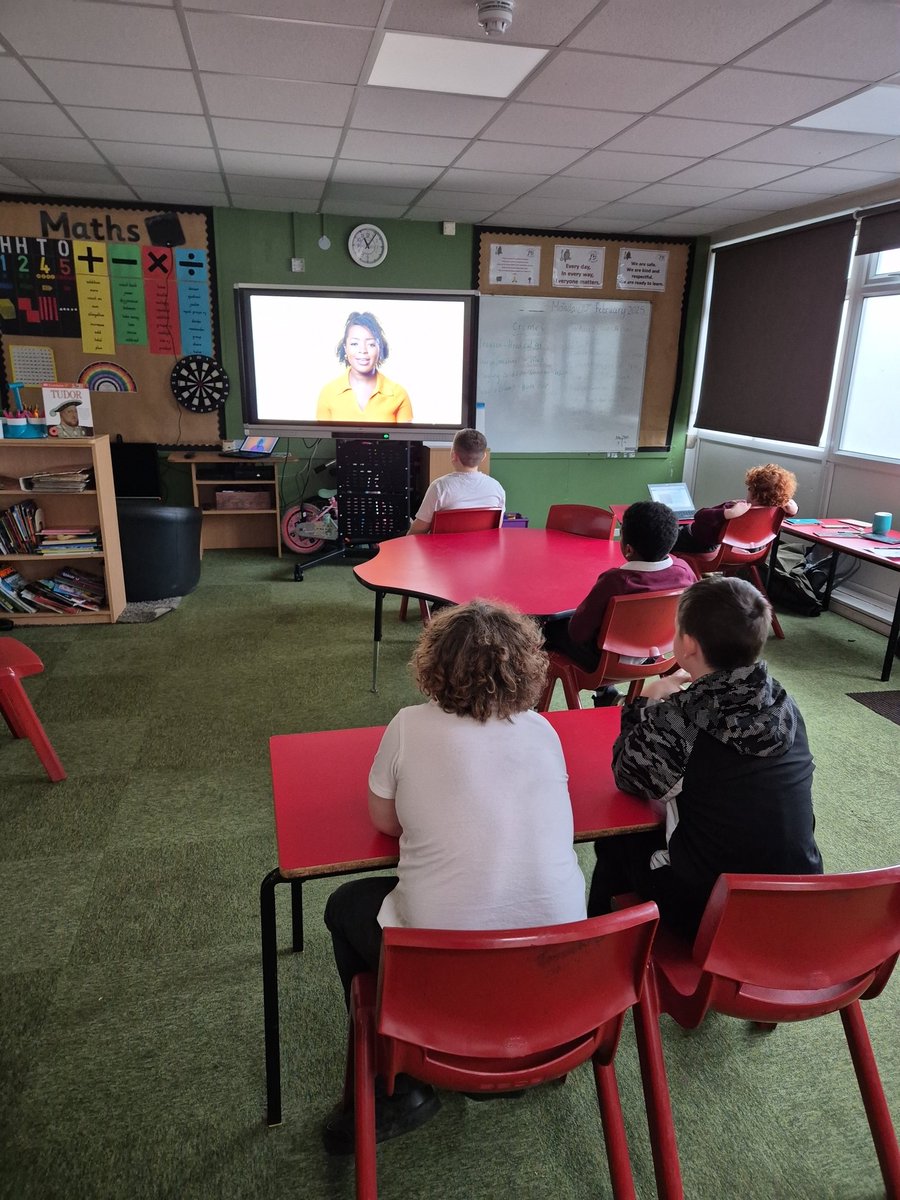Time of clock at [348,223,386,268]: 11:06
